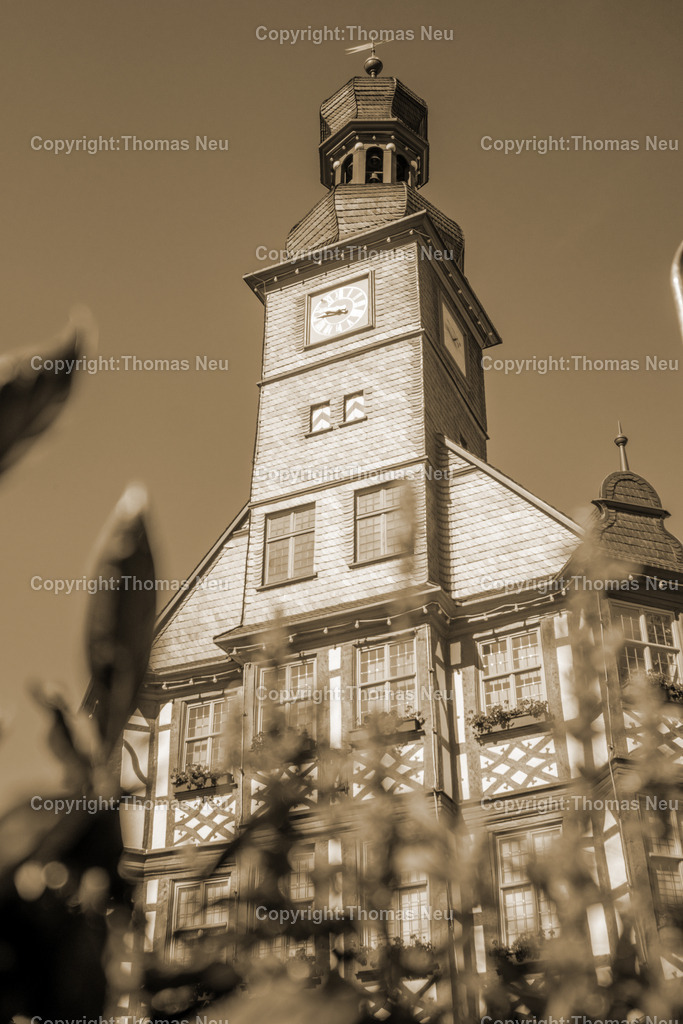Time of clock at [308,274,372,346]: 9:45
